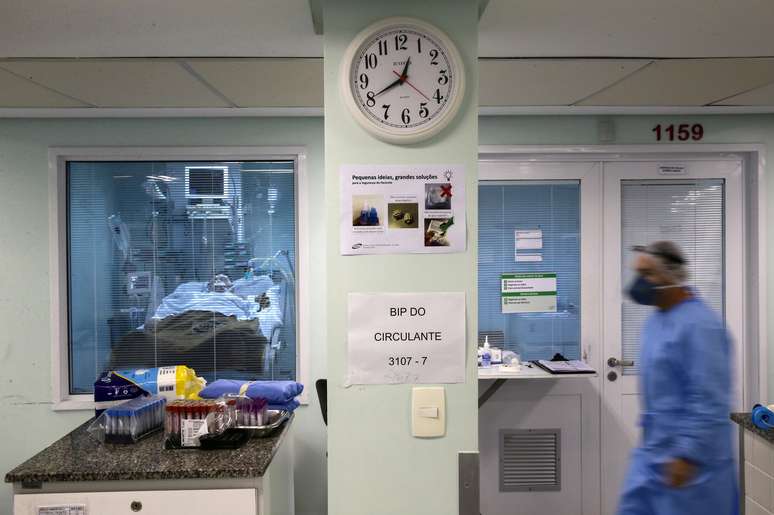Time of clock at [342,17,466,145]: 12:40
